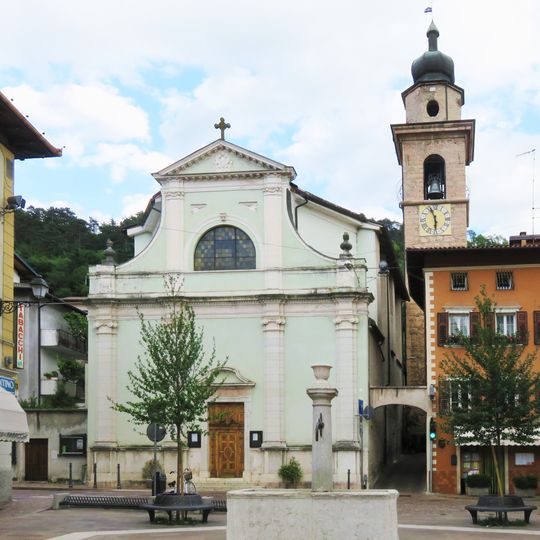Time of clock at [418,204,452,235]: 5:57
